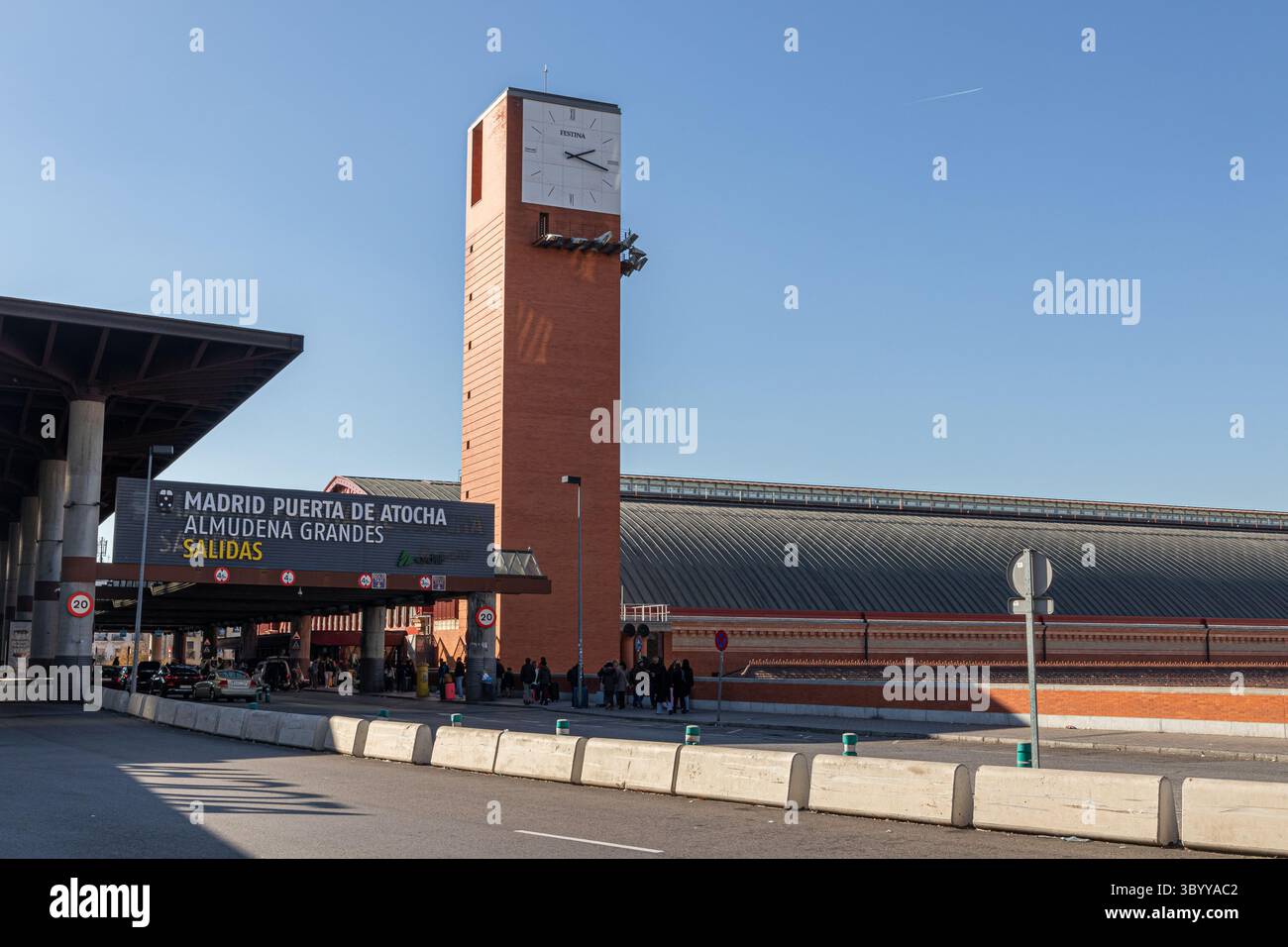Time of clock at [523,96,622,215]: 2:17
